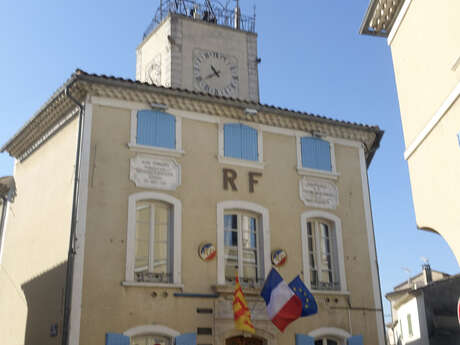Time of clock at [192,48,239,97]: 10:39
